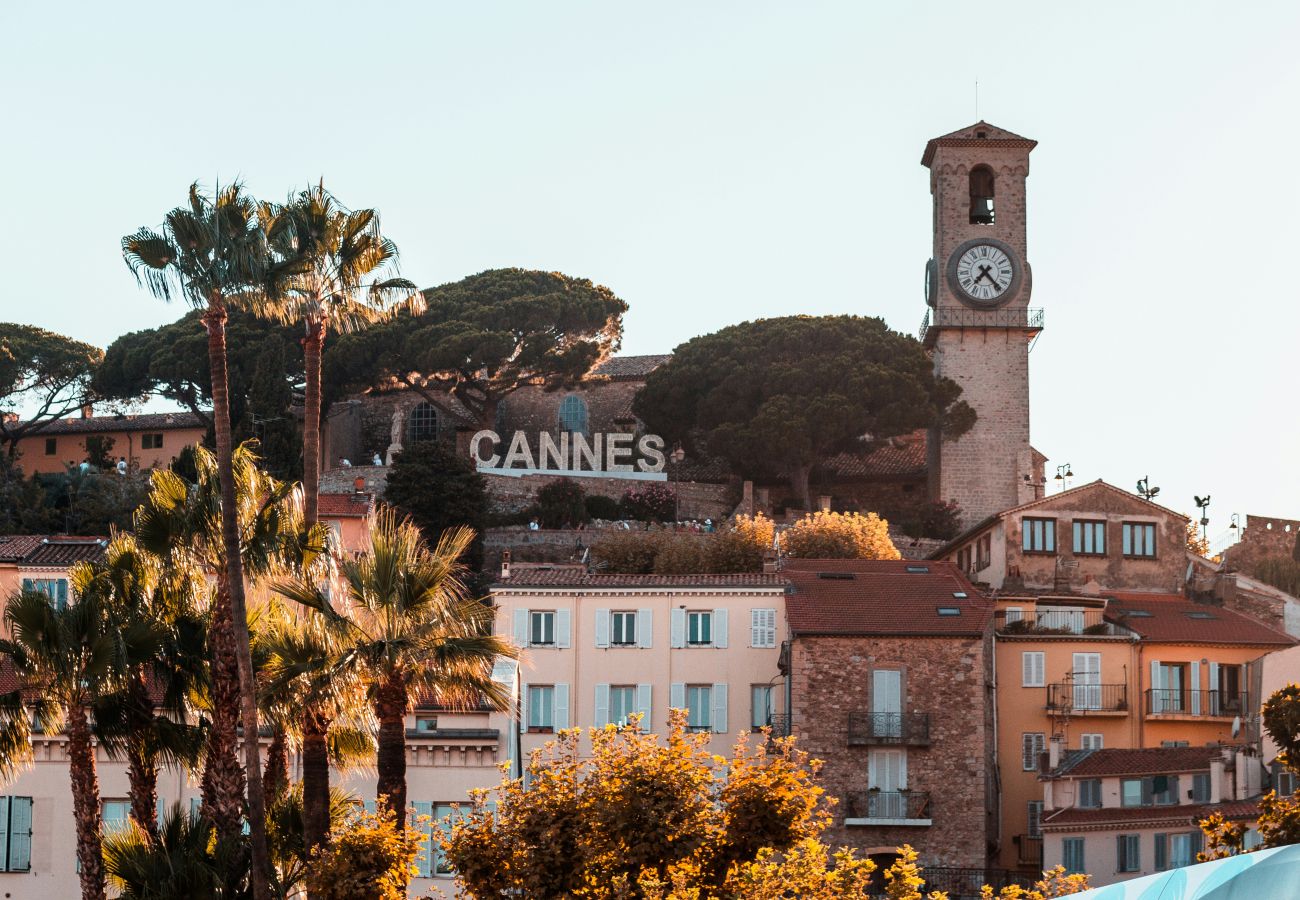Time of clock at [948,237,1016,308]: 7:23
